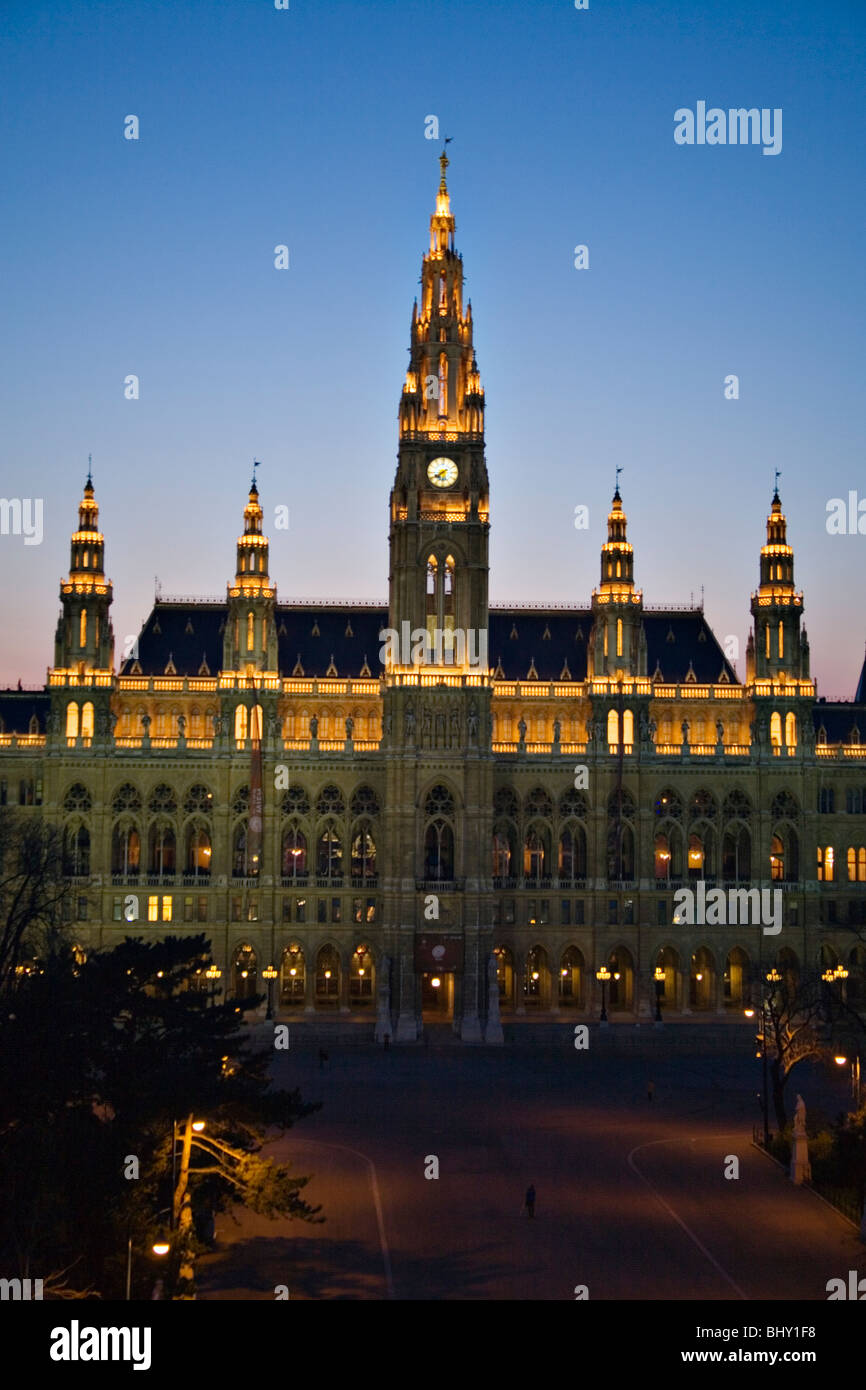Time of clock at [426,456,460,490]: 7:40
